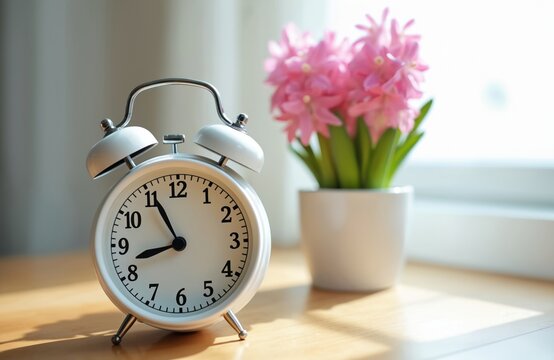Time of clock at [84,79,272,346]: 8:55
